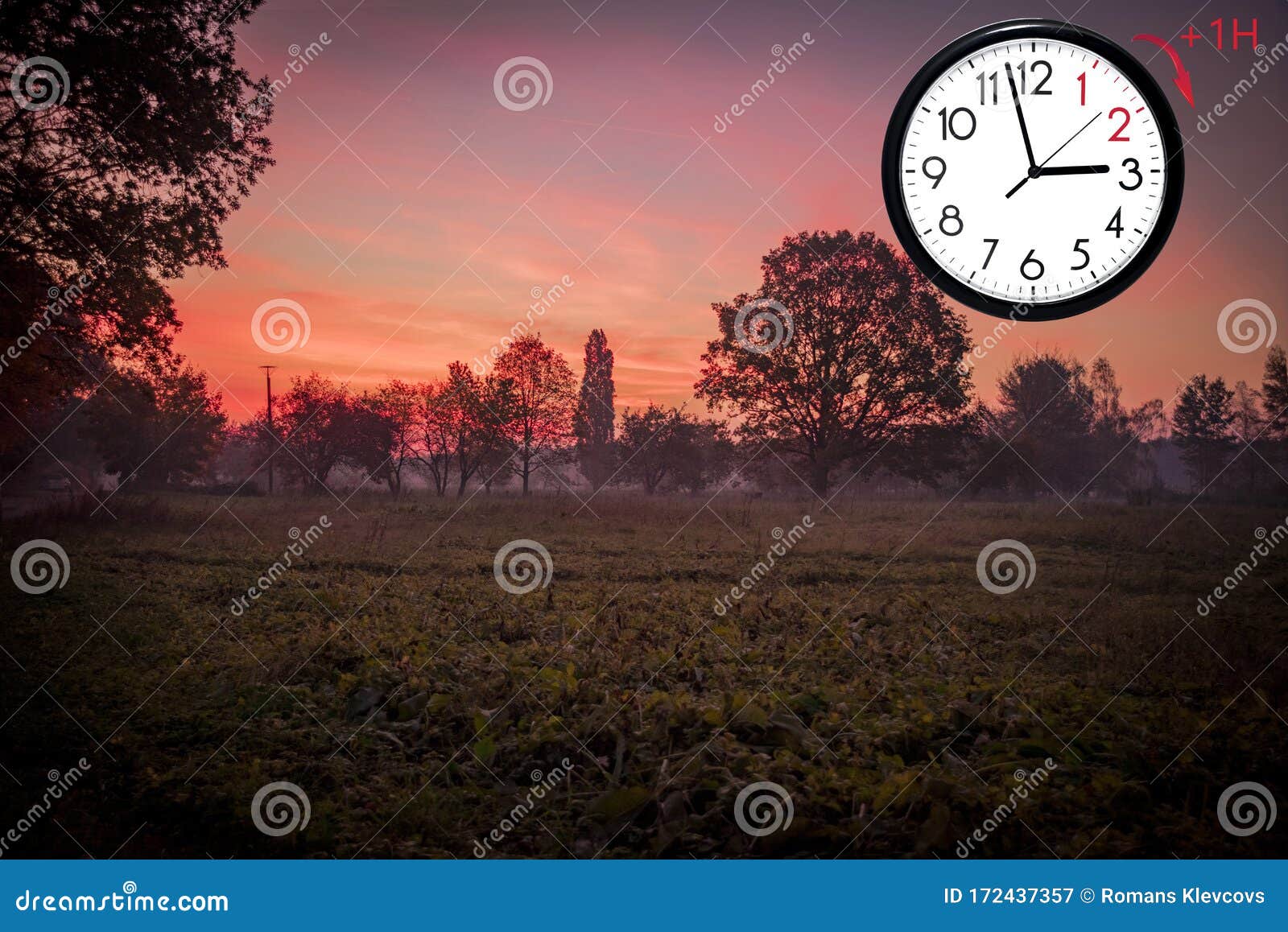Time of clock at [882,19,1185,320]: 2:57
